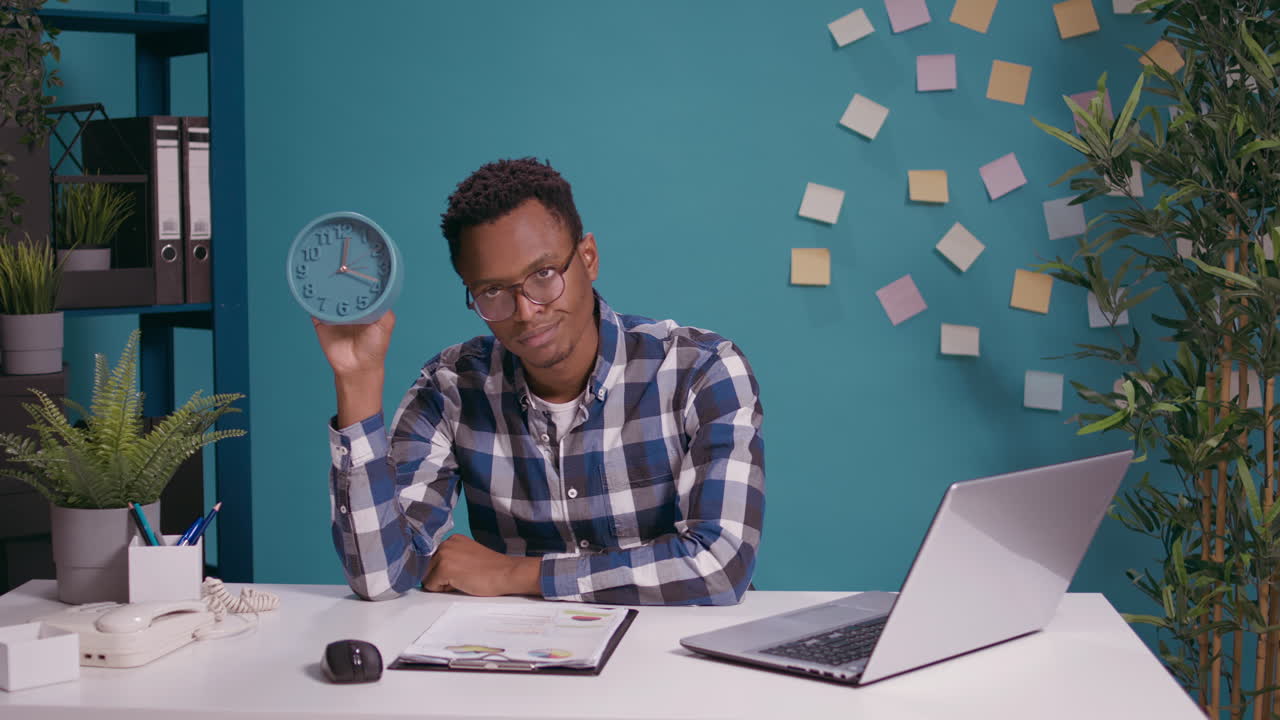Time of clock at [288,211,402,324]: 12:18
